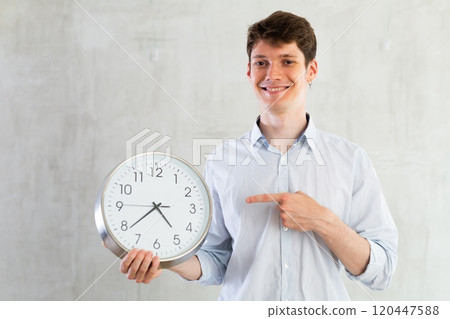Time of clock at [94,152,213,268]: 4:38
